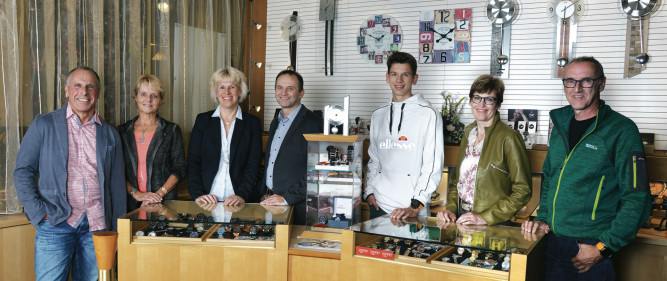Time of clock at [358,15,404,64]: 1:49
